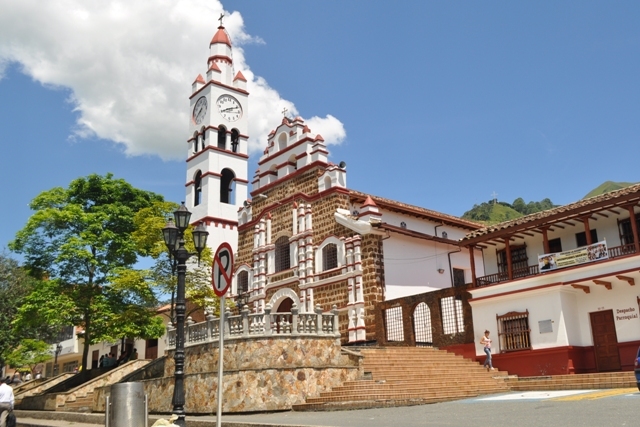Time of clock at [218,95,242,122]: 8:11
